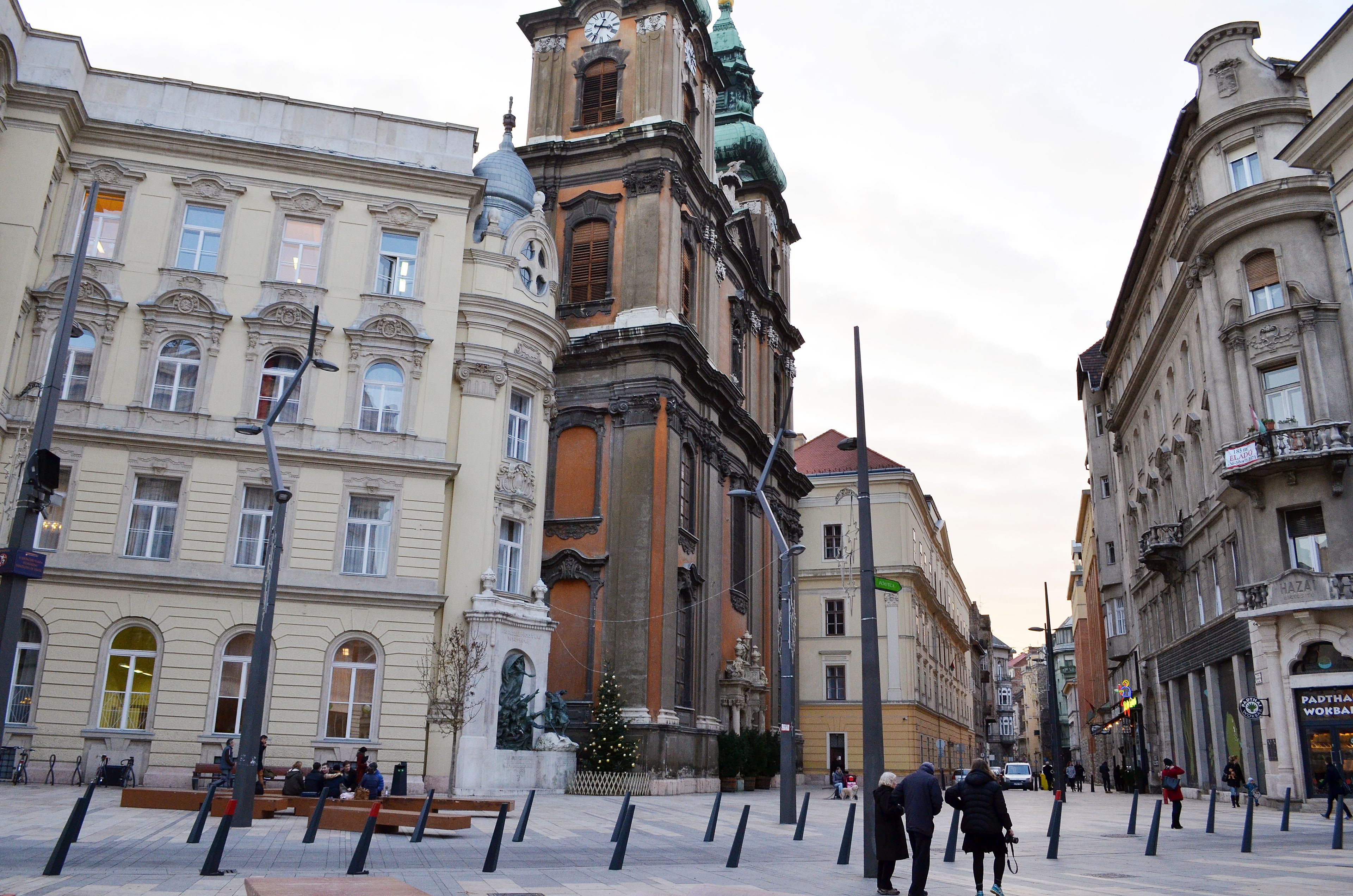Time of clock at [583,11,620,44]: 3:35
